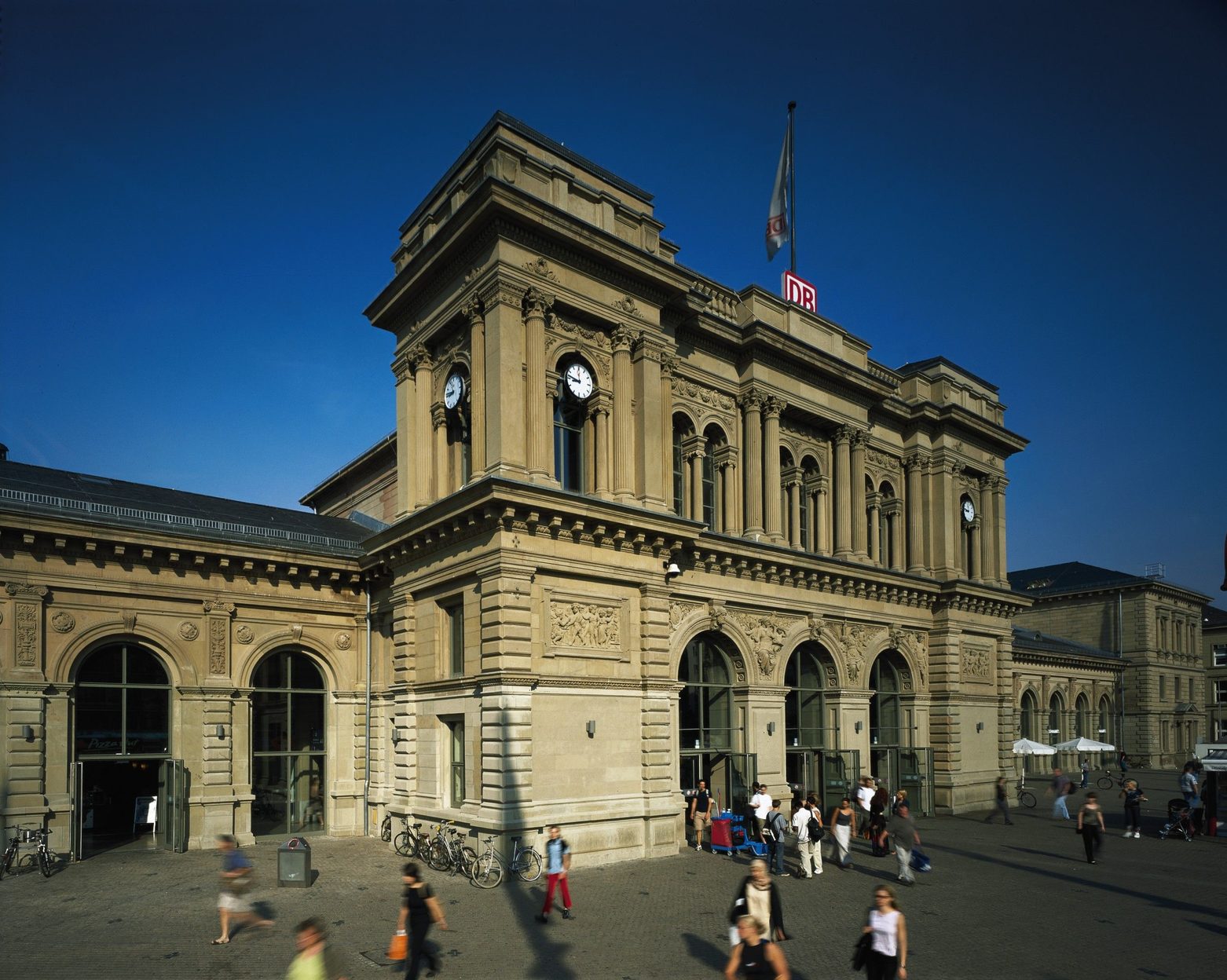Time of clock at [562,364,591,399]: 8:46
